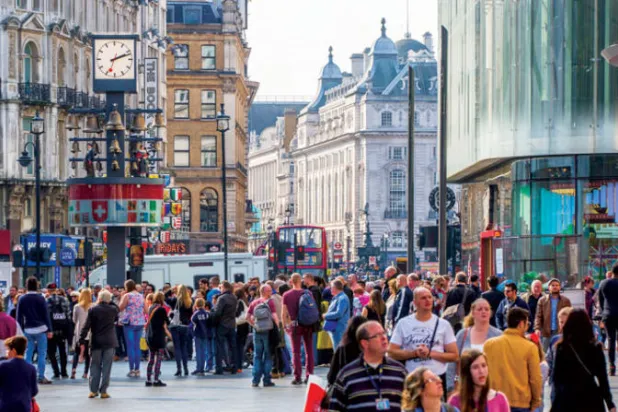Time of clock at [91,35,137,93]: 2:11
